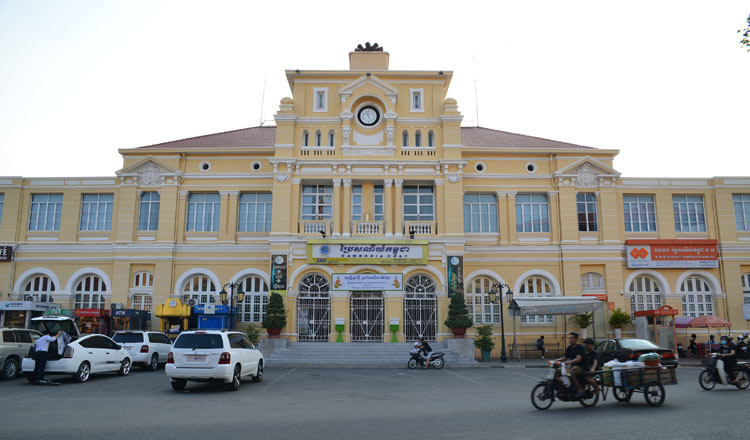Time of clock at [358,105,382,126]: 11:25
